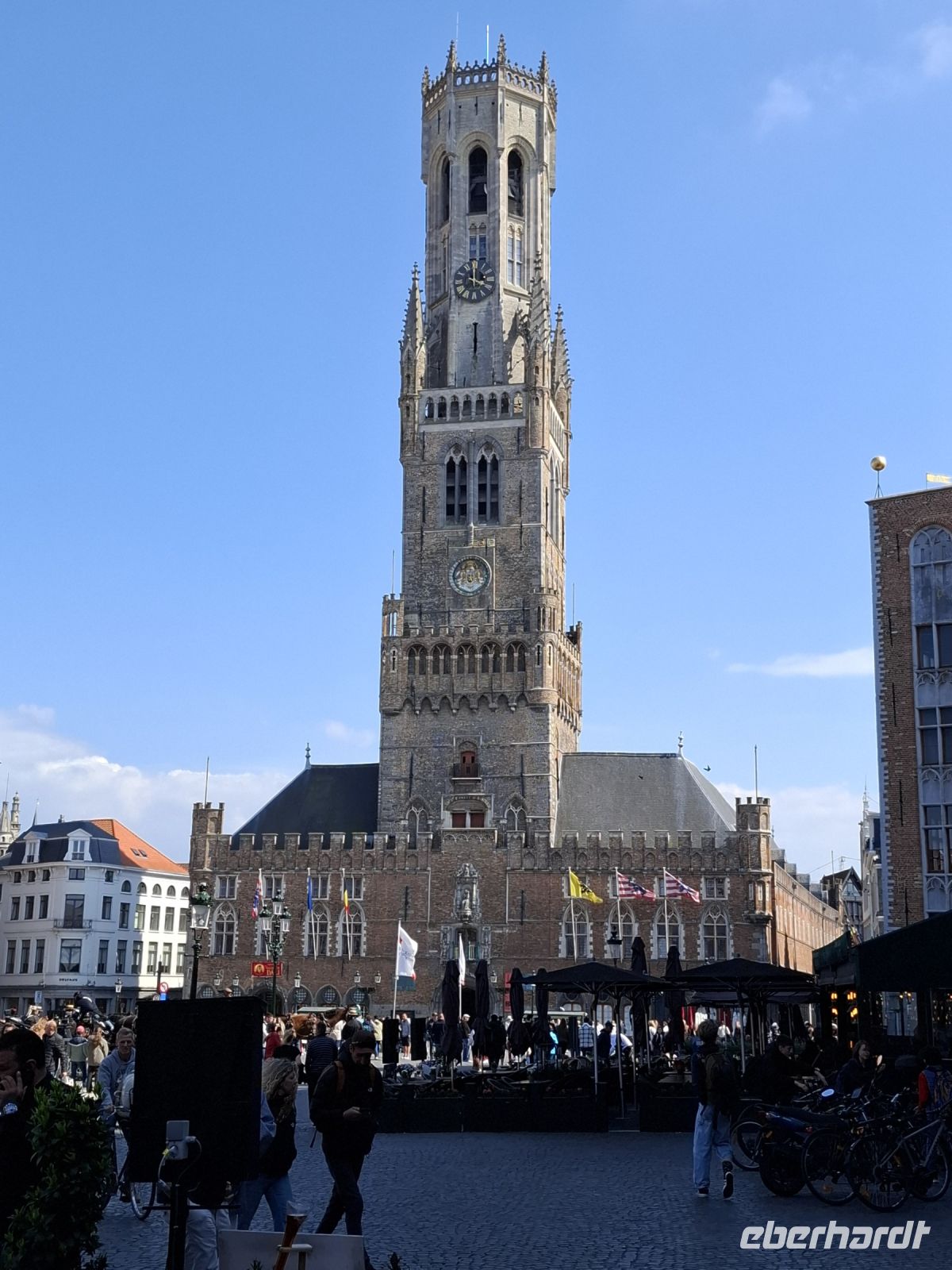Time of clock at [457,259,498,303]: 4:00
